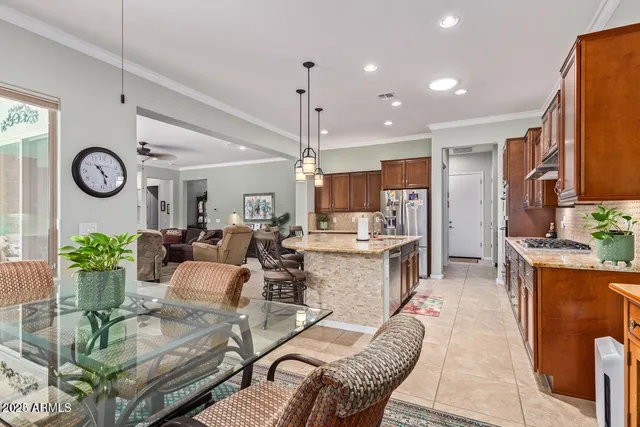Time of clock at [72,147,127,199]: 10:27
